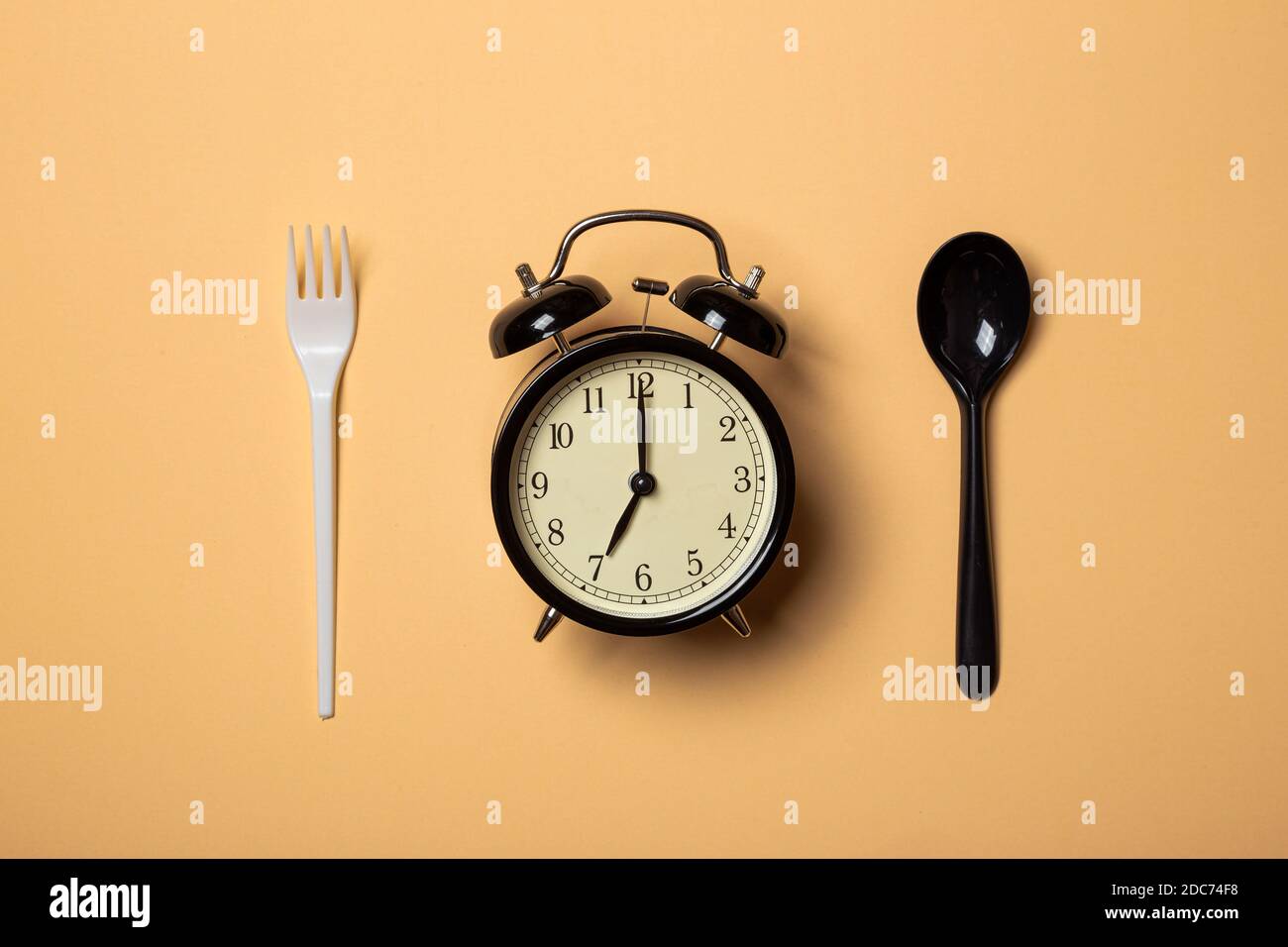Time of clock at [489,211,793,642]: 7:00
